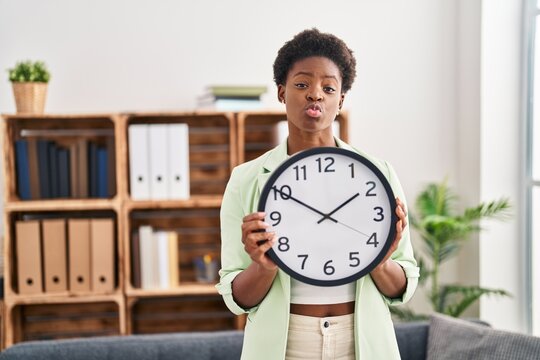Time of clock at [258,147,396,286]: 1:50
